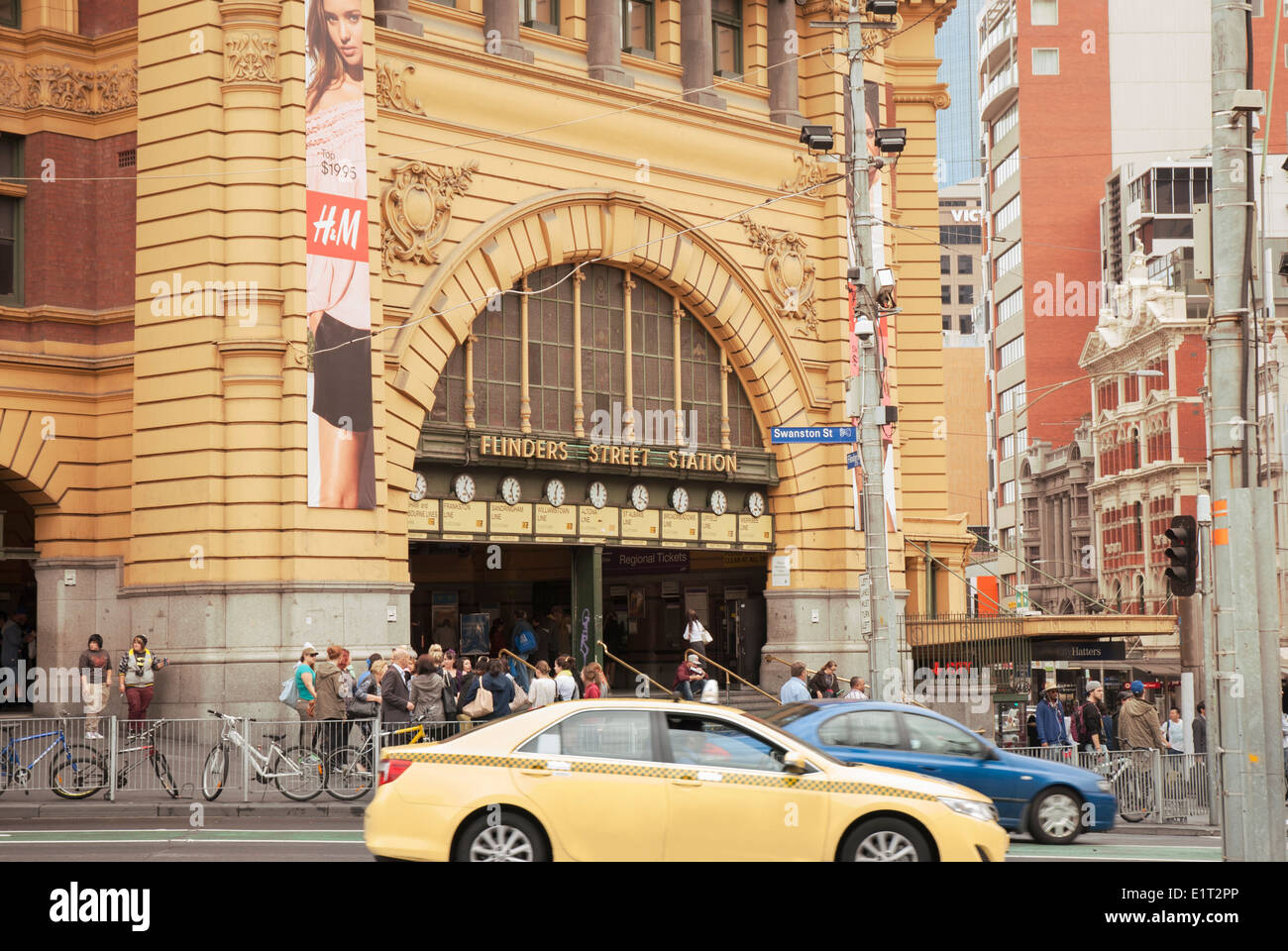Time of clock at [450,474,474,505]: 12:23
